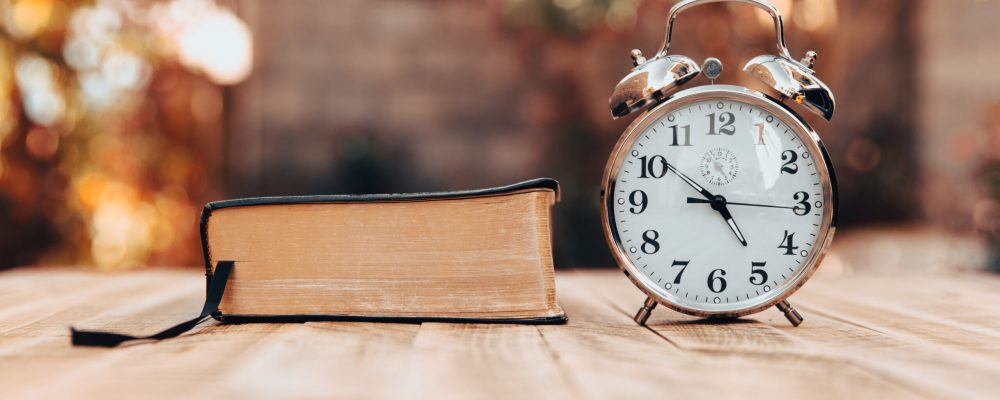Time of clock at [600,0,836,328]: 4:51
